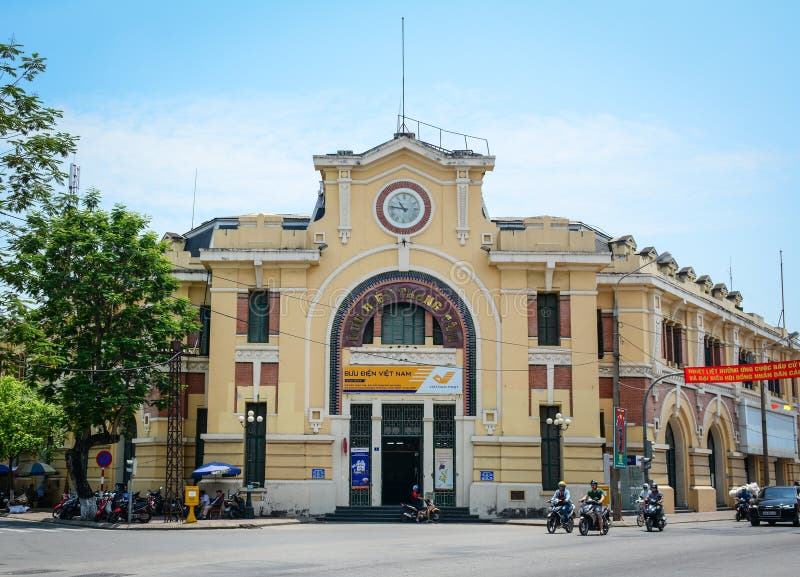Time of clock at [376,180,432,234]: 10:46
